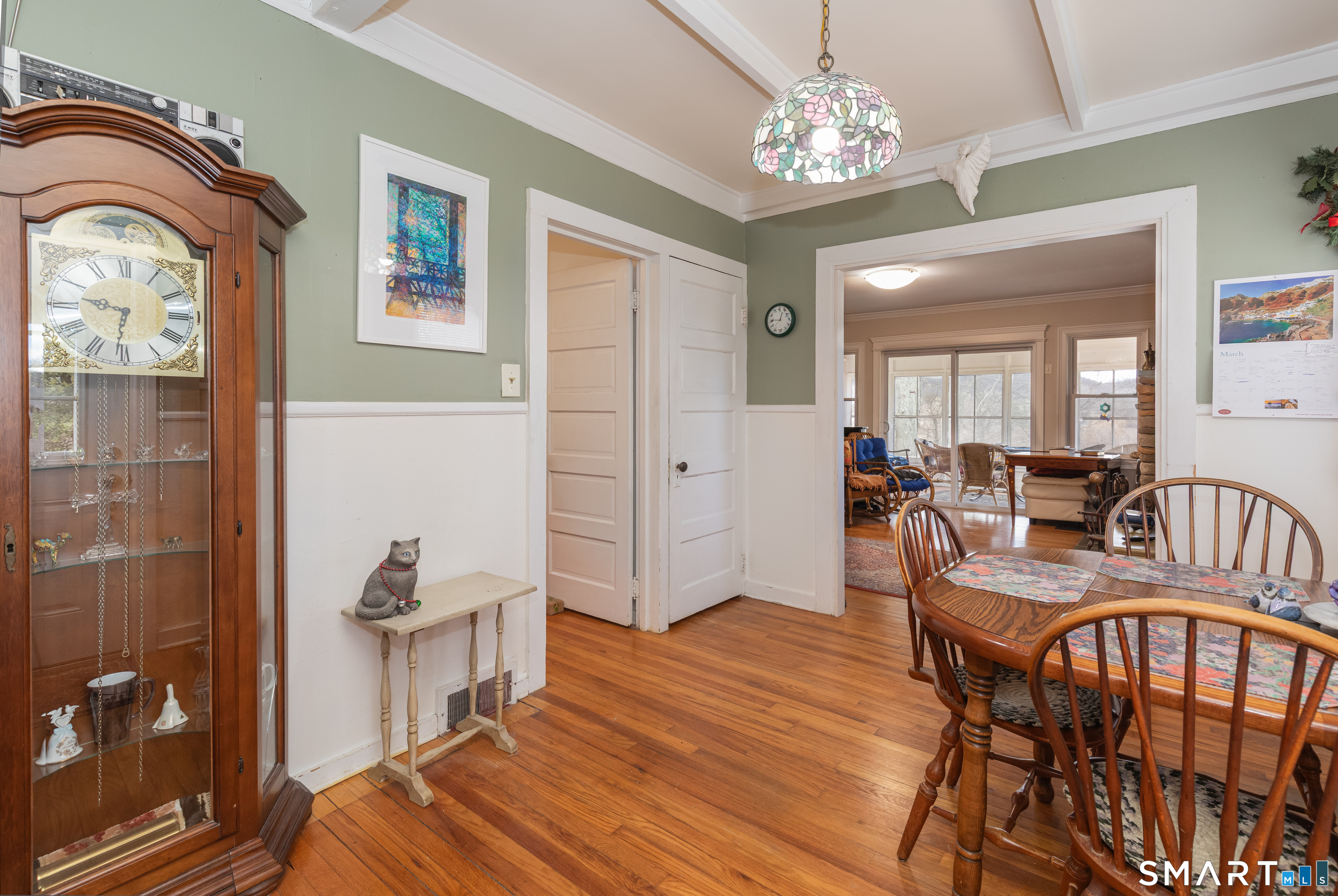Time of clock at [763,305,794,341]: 12:45
